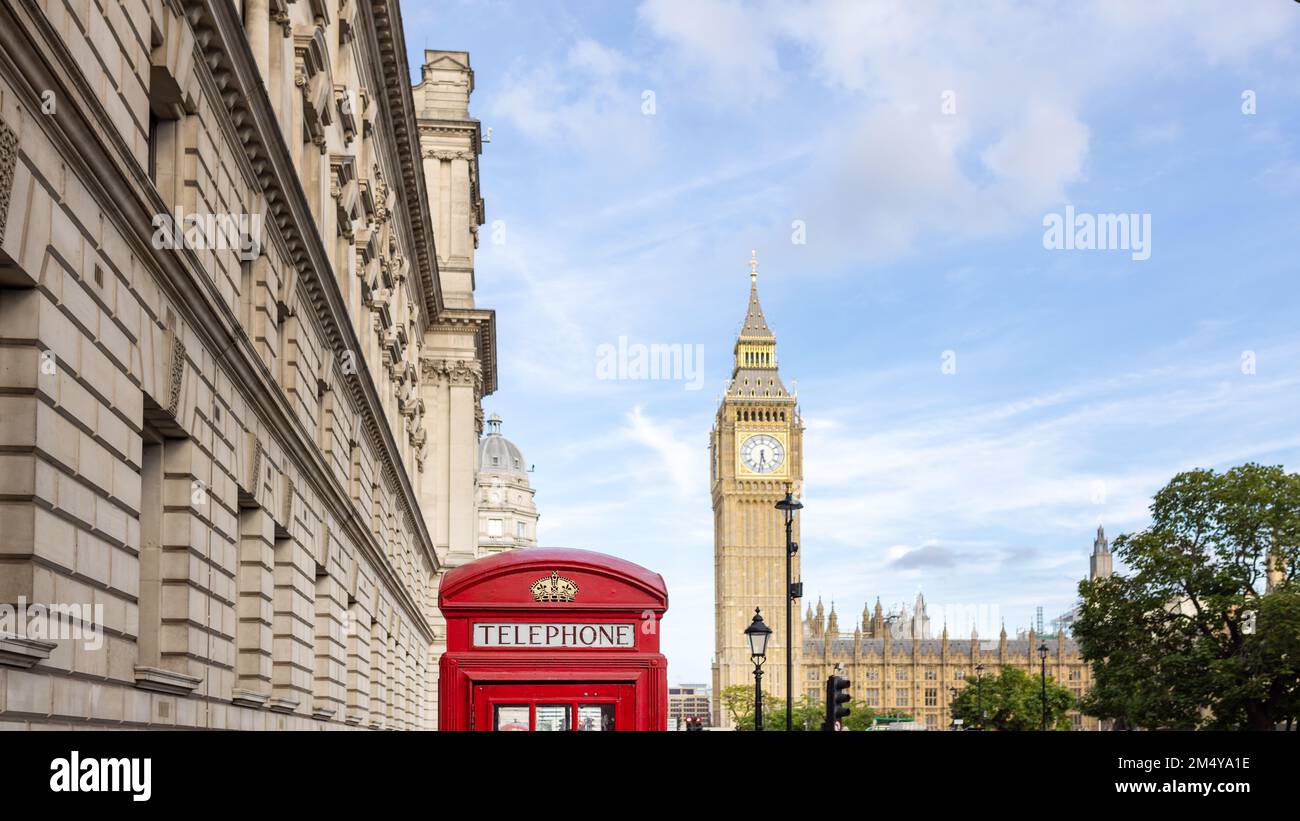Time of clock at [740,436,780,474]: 5:31
